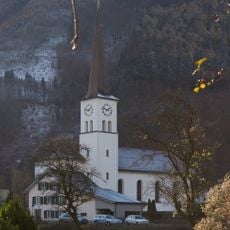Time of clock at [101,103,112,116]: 1:47
